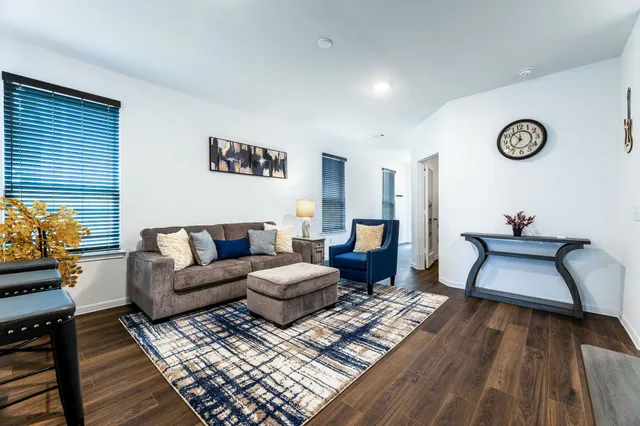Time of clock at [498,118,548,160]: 10:36
